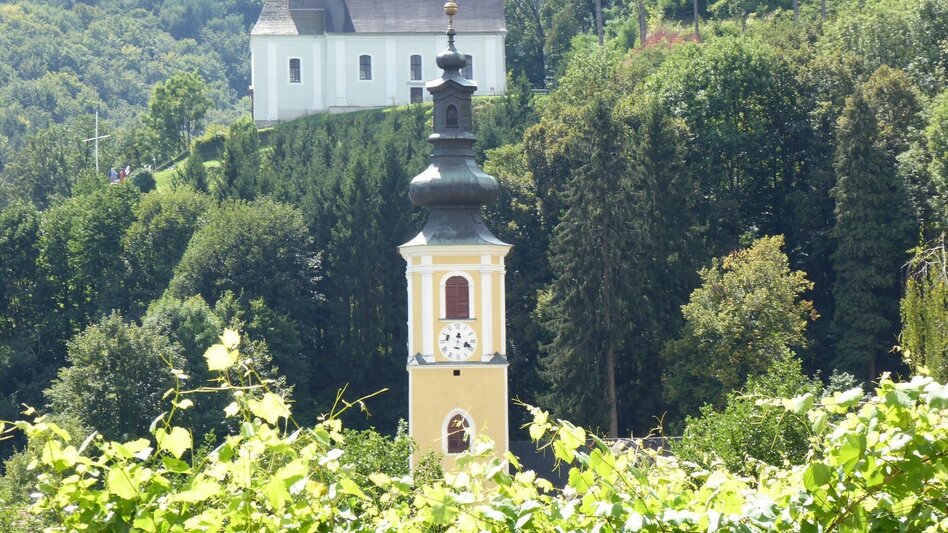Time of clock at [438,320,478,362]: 12:18
